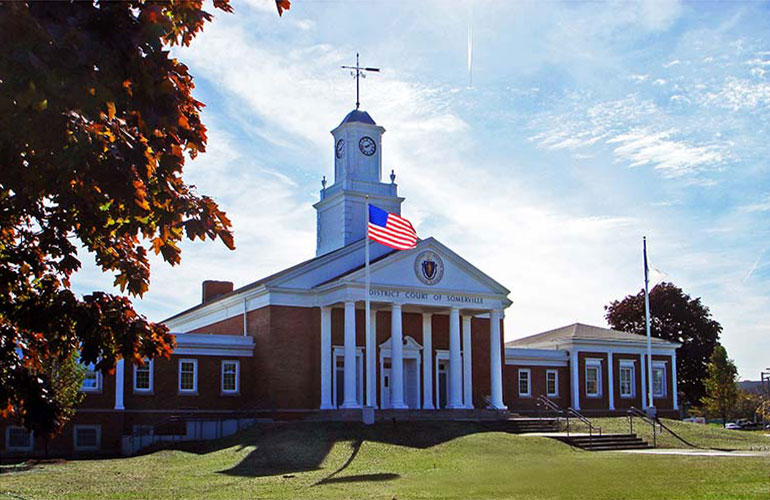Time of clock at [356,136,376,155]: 1:42
